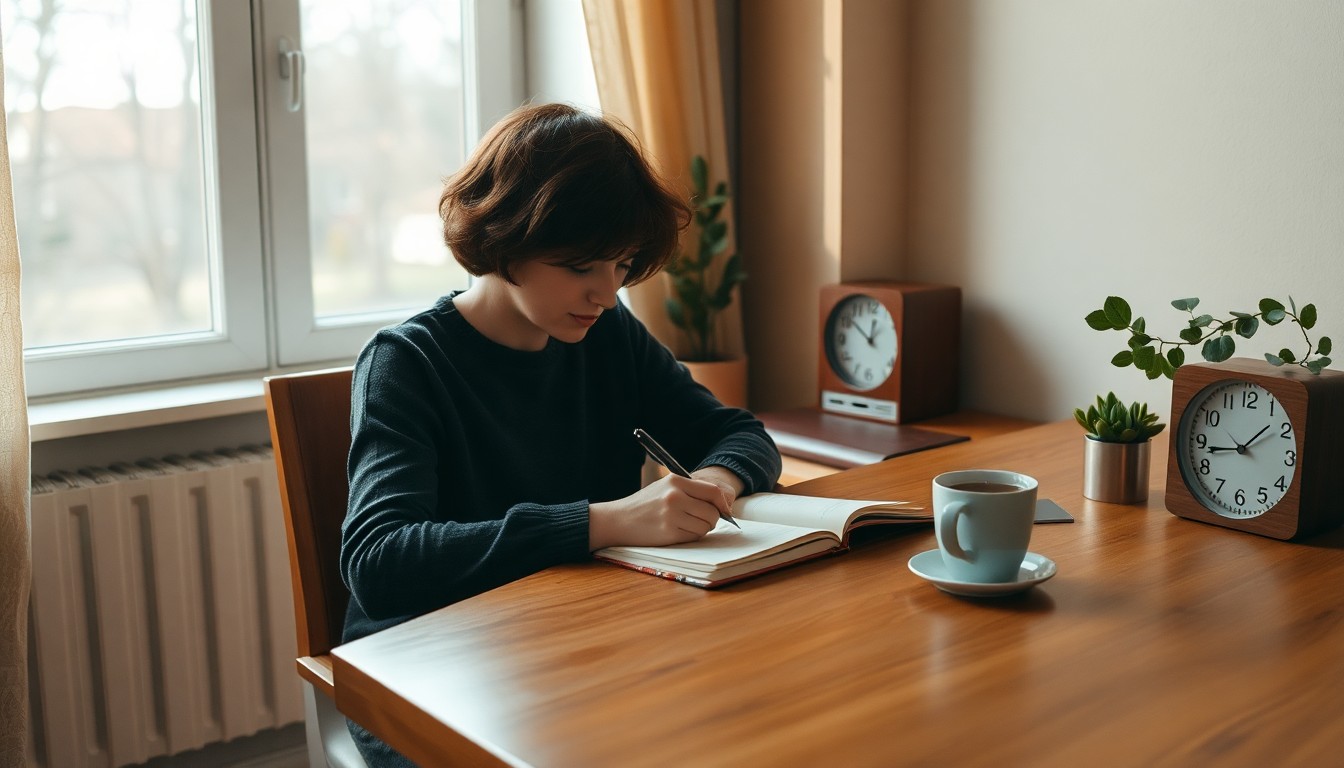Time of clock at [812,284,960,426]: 12:51
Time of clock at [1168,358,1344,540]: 1:43
